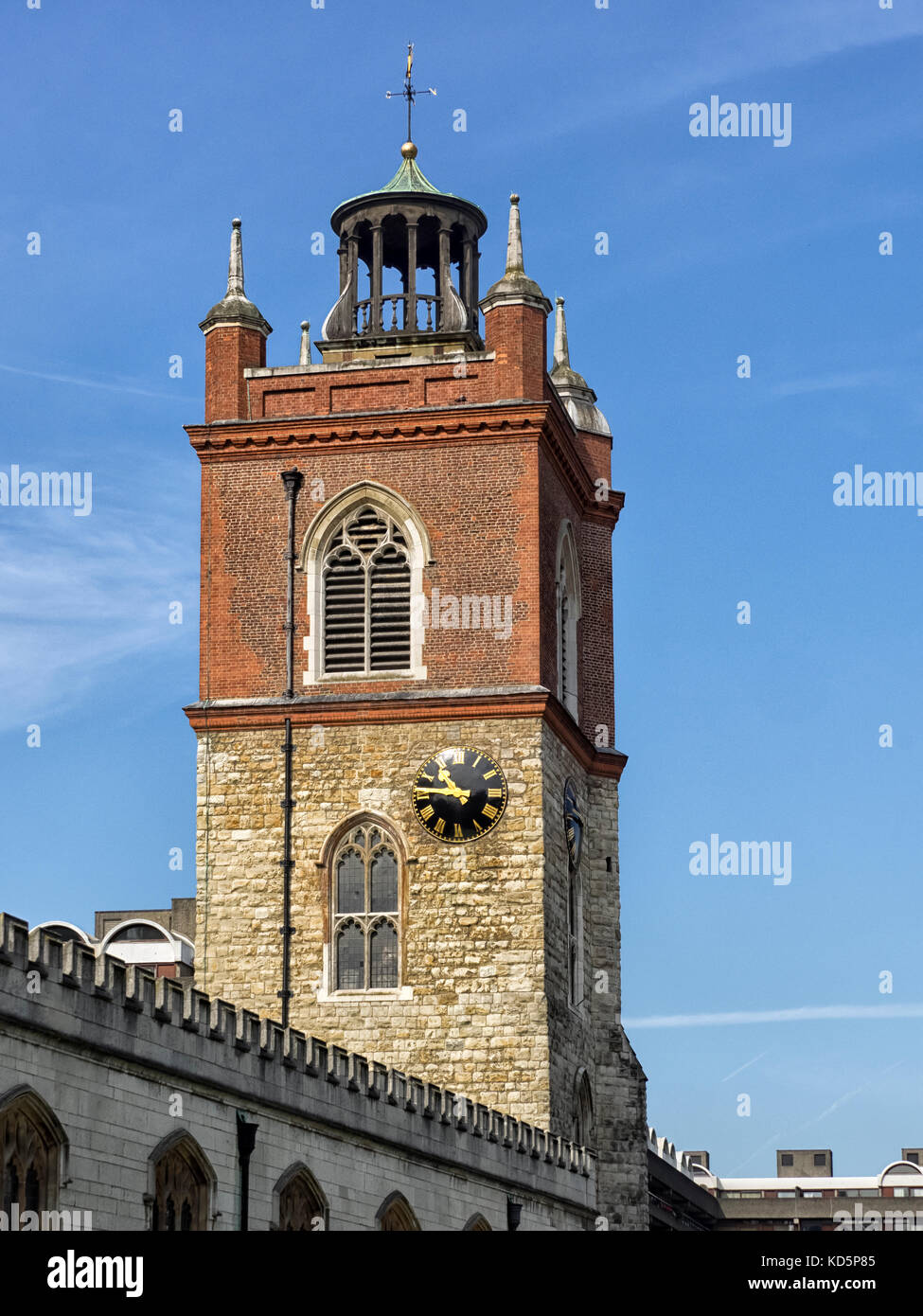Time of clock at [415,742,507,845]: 10:45
